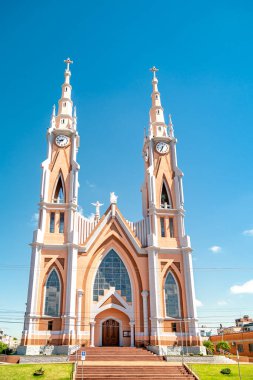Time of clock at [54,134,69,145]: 8:38
